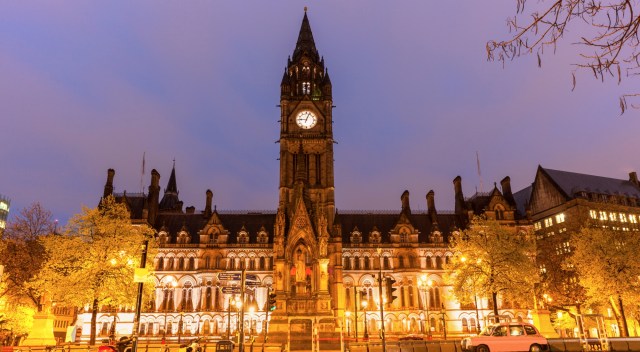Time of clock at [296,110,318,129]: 9:03
